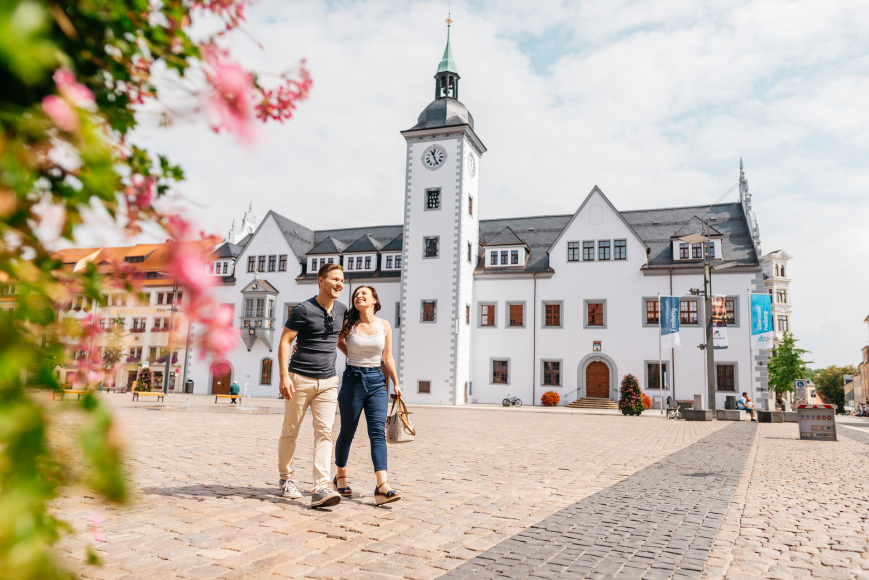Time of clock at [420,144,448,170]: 11:25
